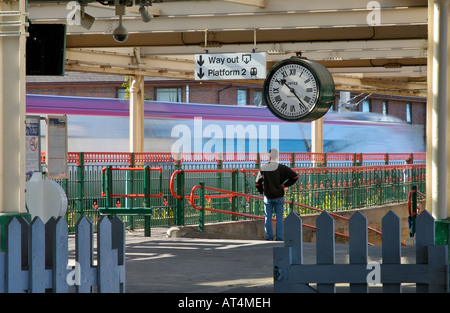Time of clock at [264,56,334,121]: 10:23
